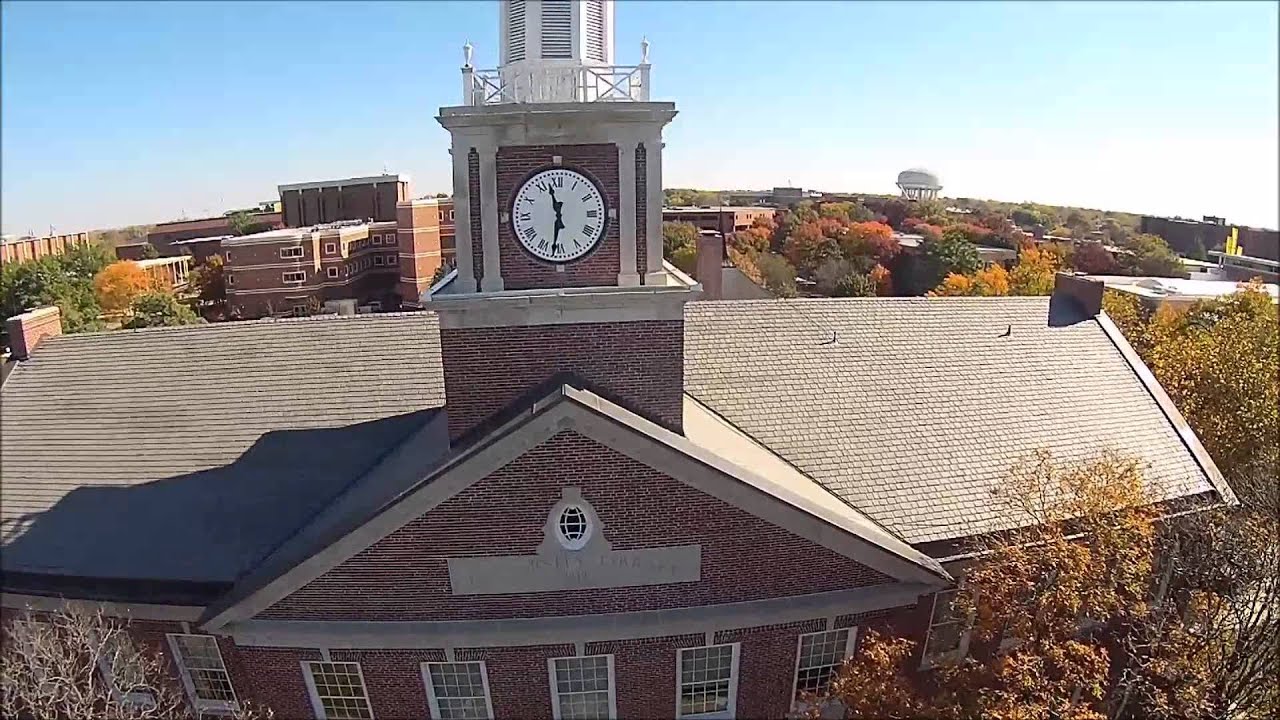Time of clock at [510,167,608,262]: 11:31
